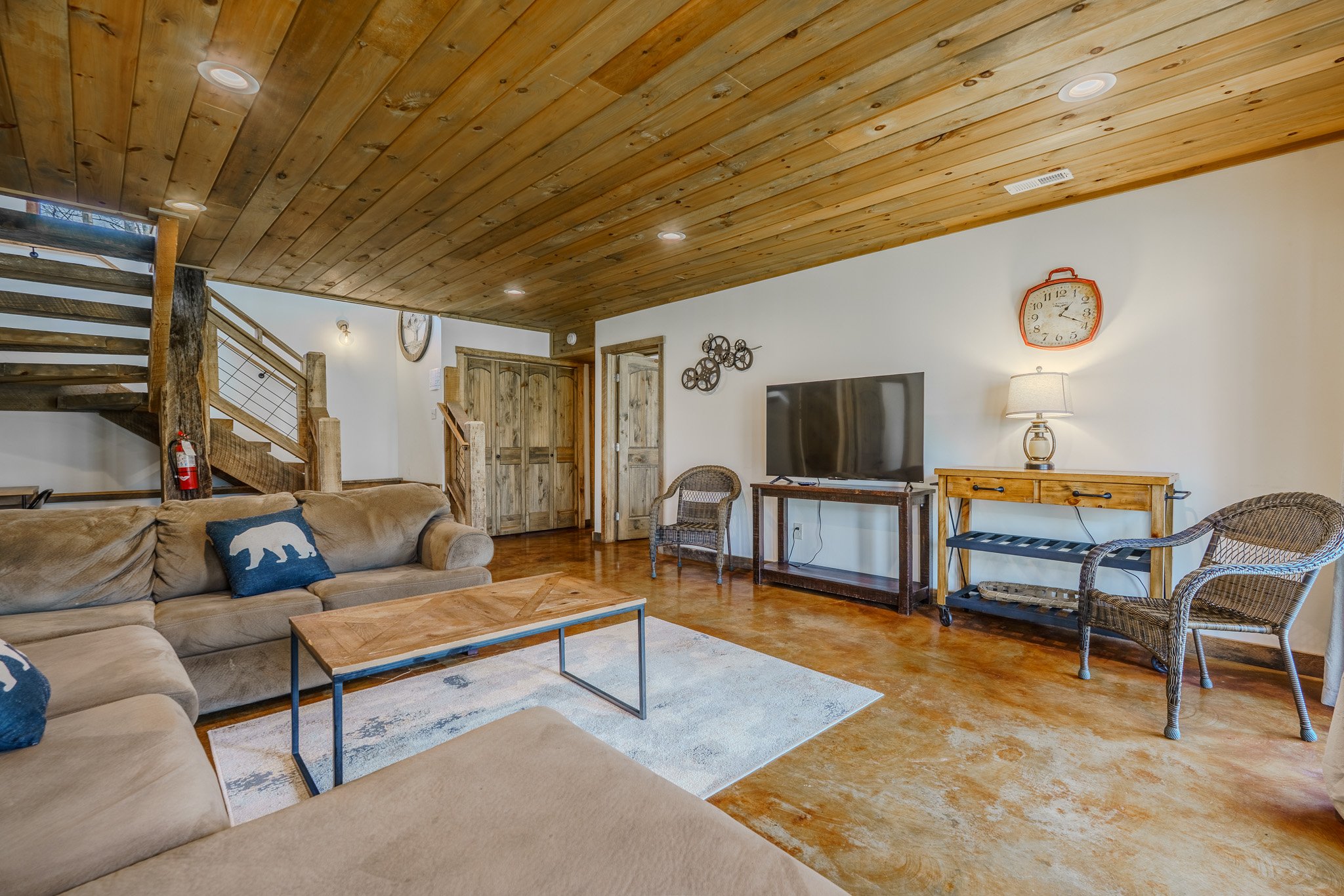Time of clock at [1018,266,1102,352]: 1:18
